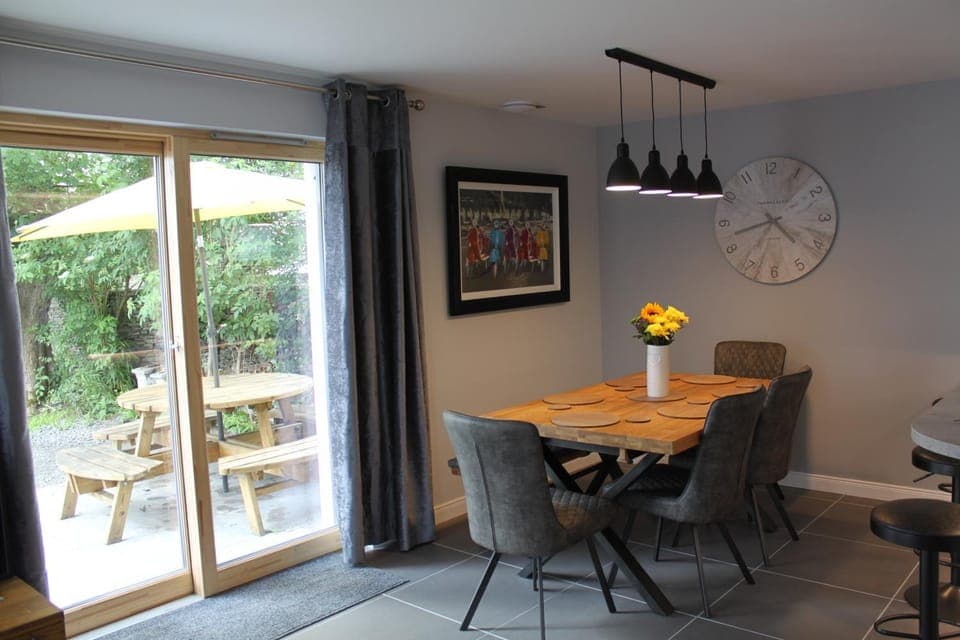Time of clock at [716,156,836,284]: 4:42
